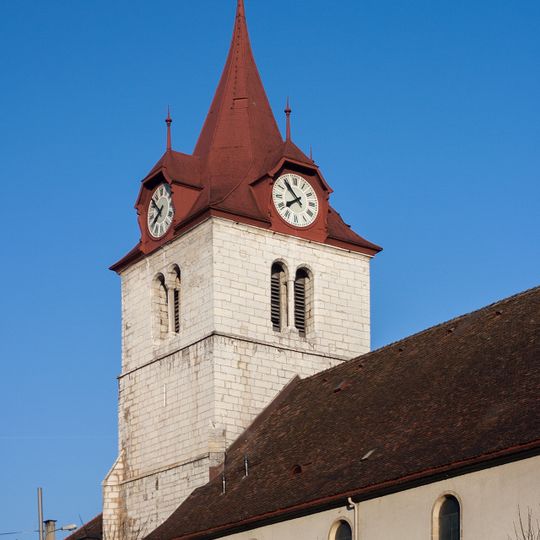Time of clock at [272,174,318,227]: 7:53
